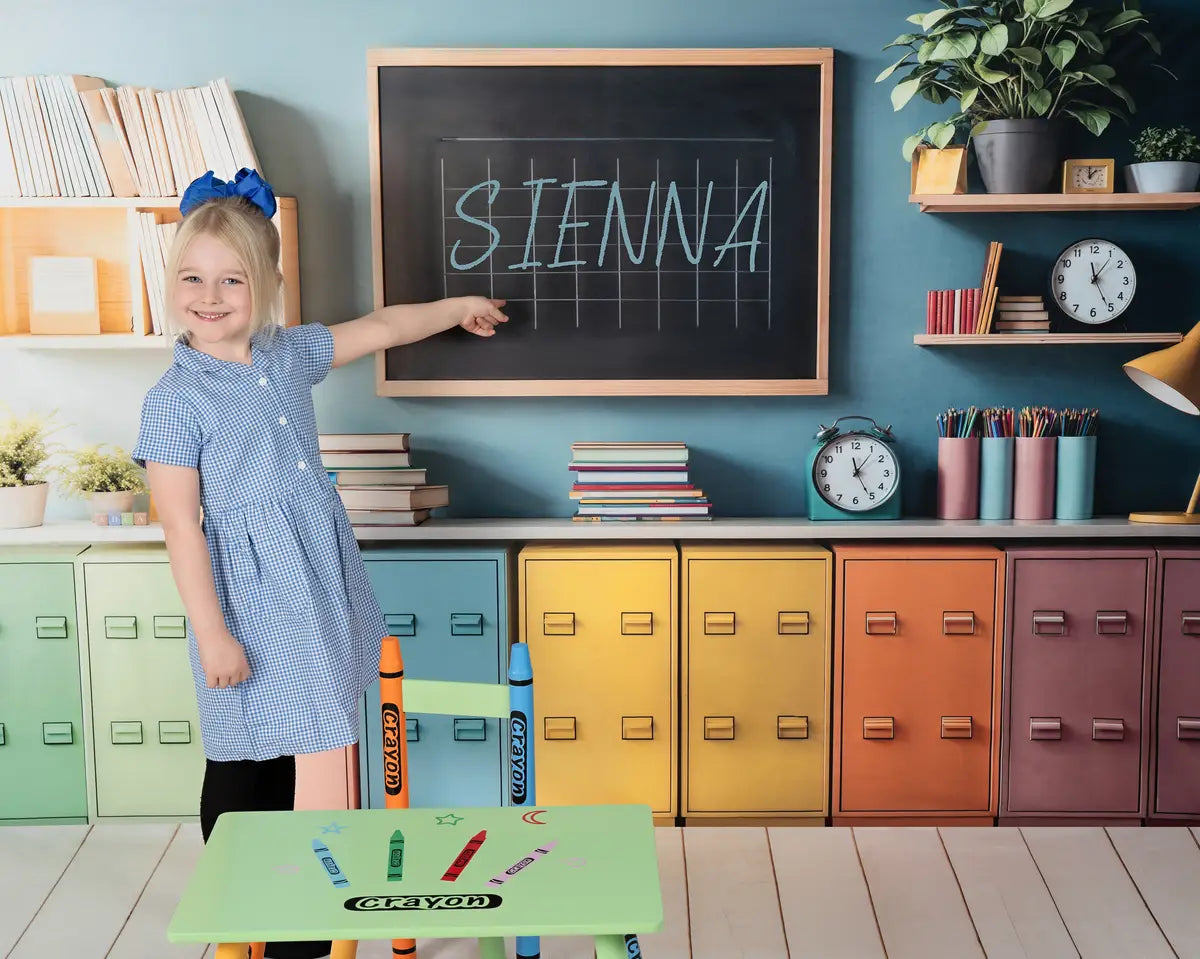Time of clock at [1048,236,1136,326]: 11:25
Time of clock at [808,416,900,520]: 11:25
